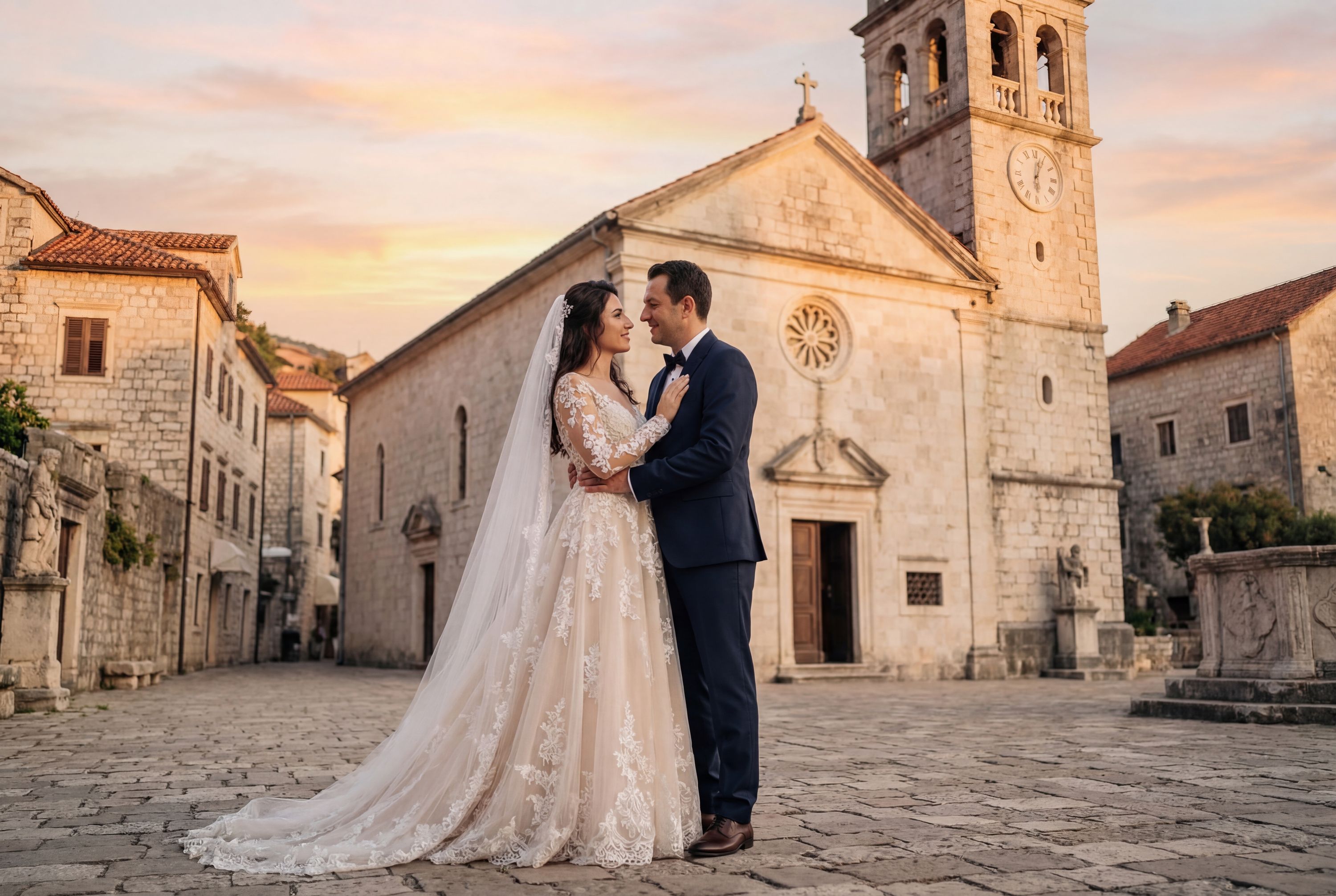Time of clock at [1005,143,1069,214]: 6:03
